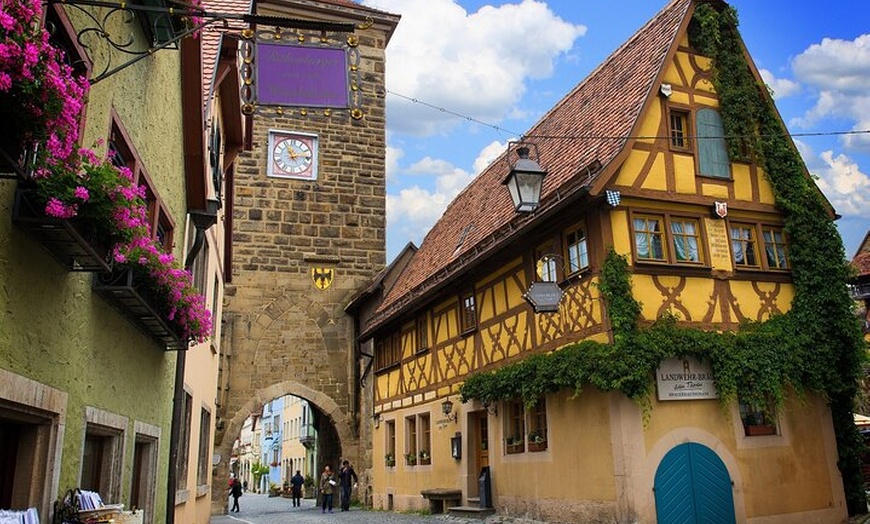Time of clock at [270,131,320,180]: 11:13
